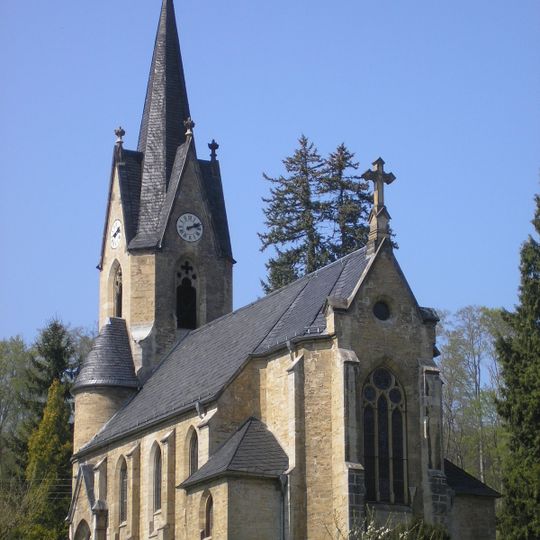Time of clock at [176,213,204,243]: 2:11
